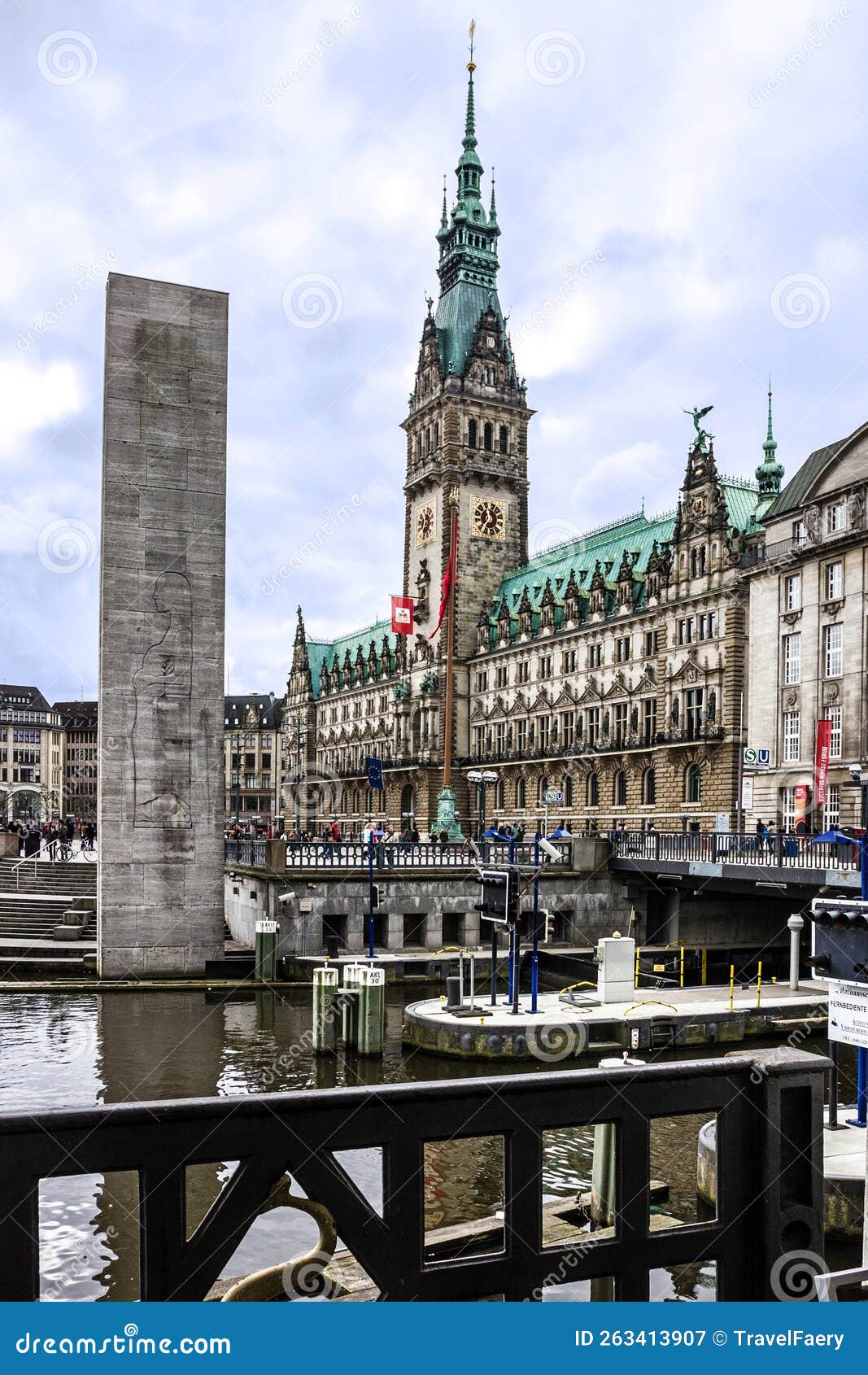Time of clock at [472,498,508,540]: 11:36
